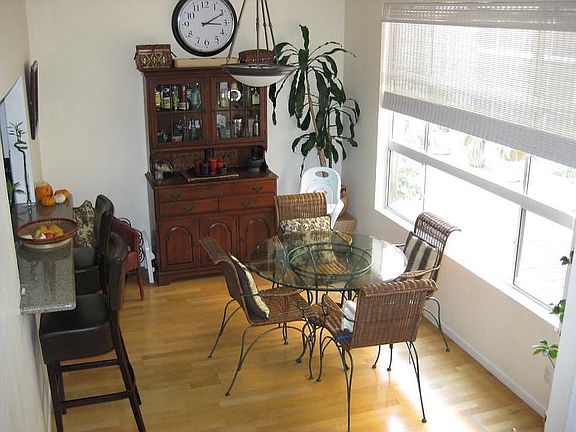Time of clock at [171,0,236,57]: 3:10
